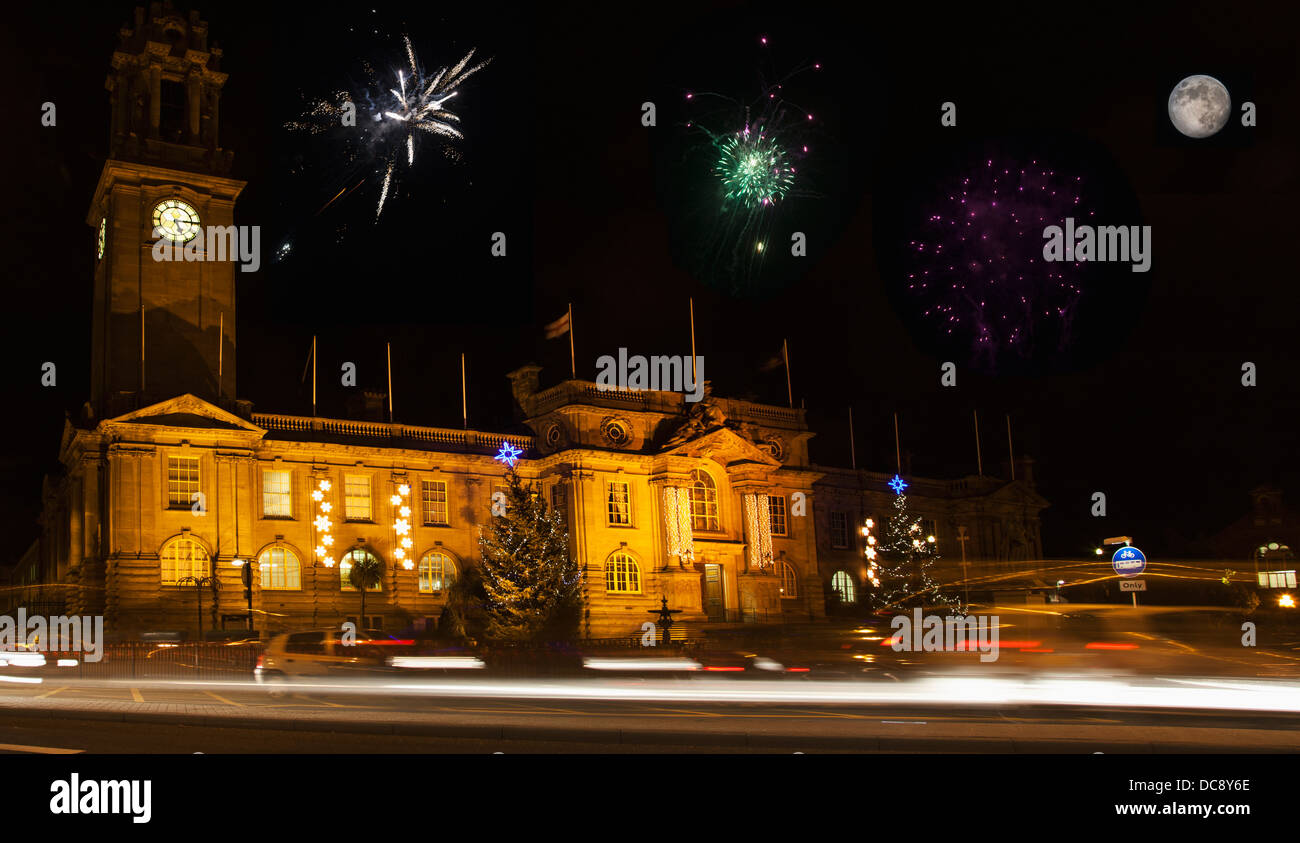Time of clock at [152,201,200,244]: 5:14
